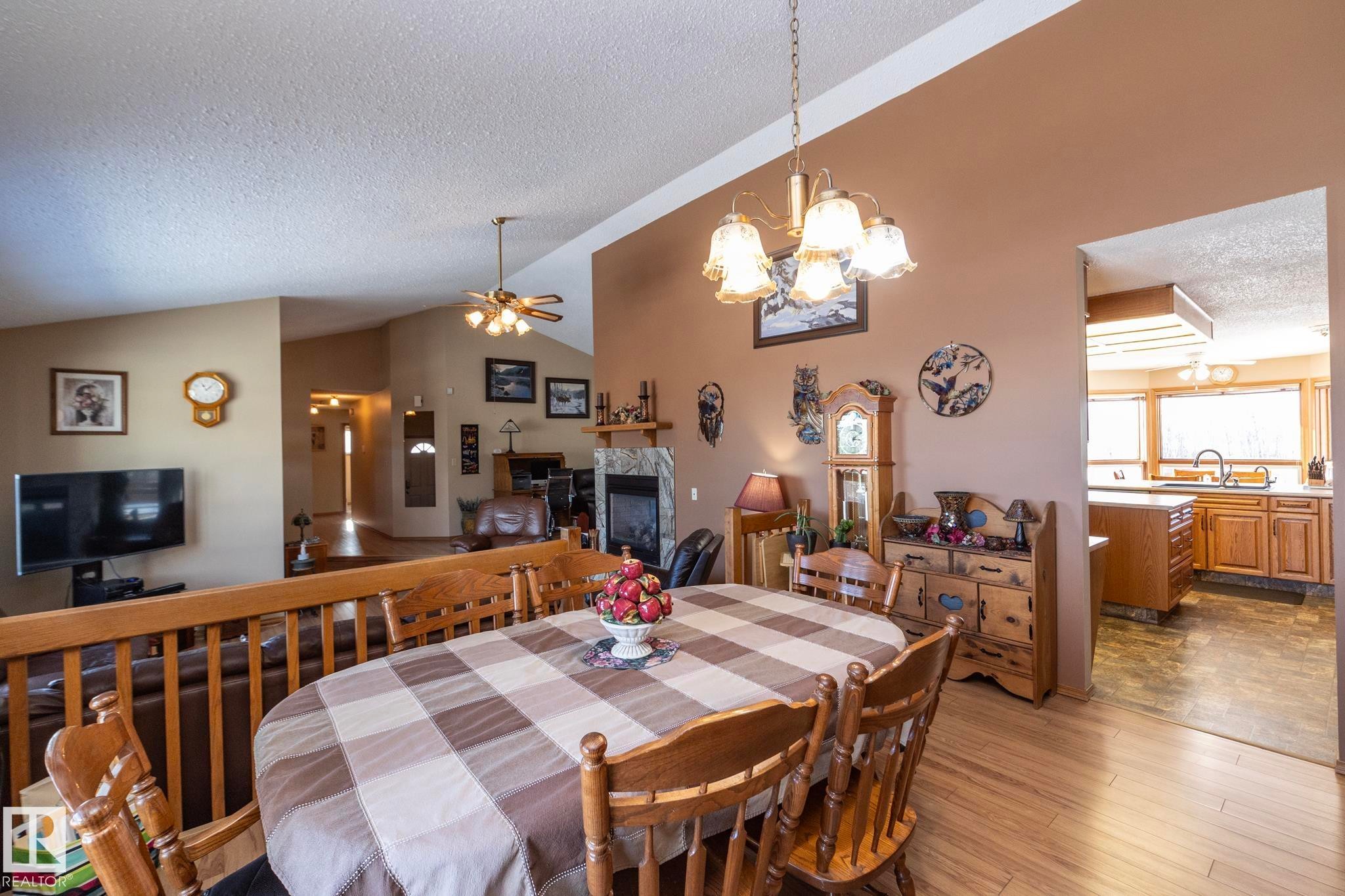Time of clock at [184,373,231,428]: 11:07
